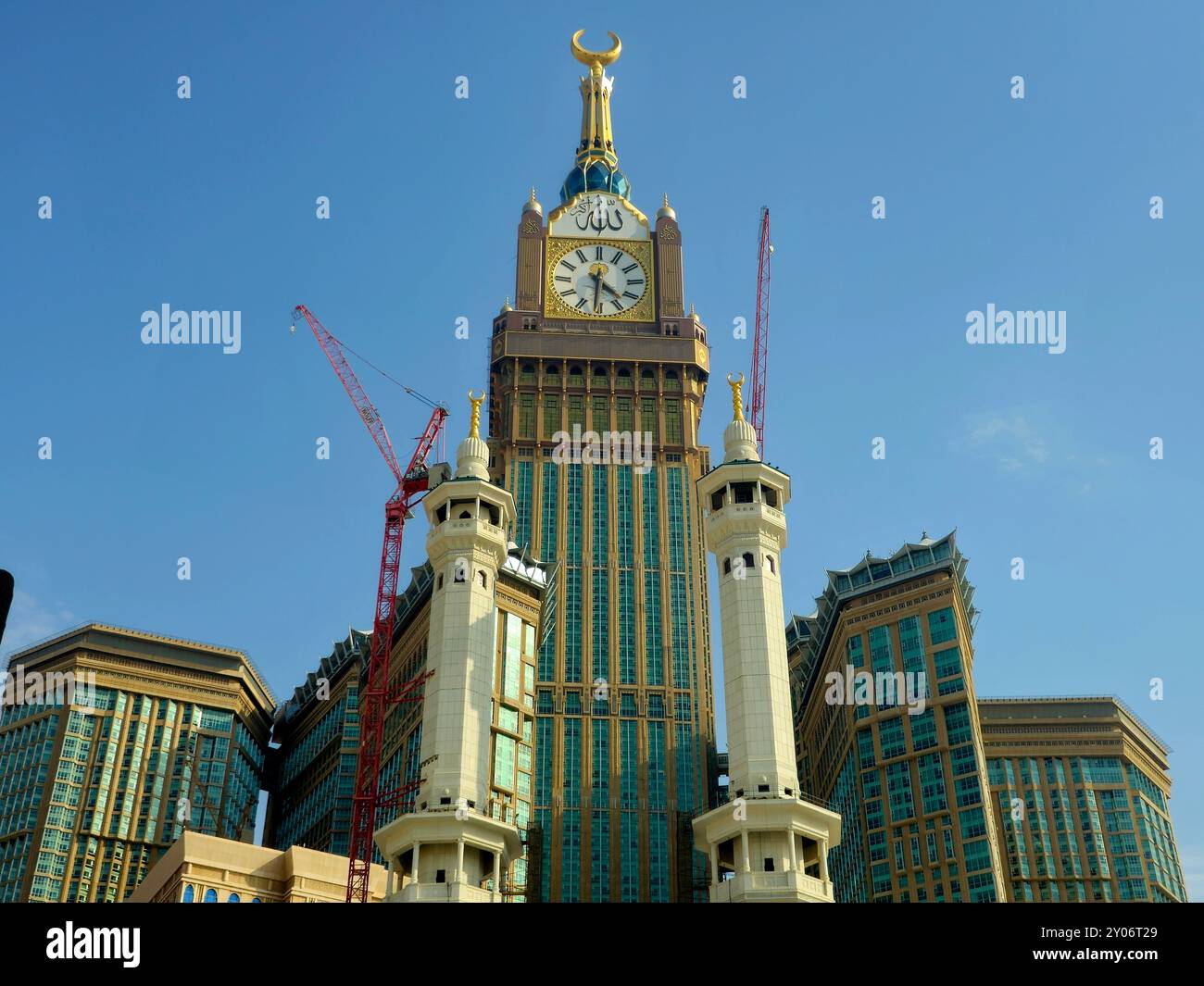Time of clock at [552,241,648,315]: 4:31
